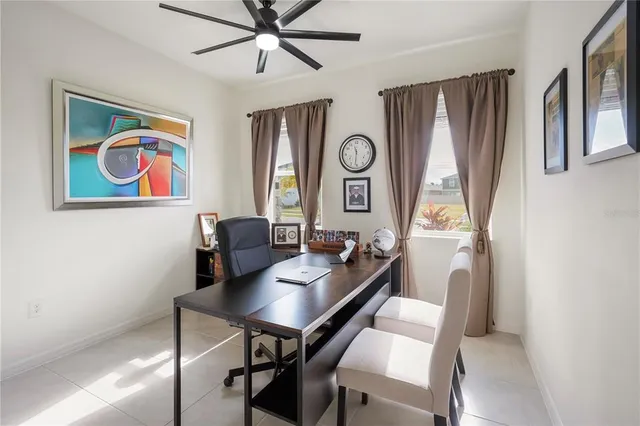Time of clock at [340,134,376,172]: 11:31
